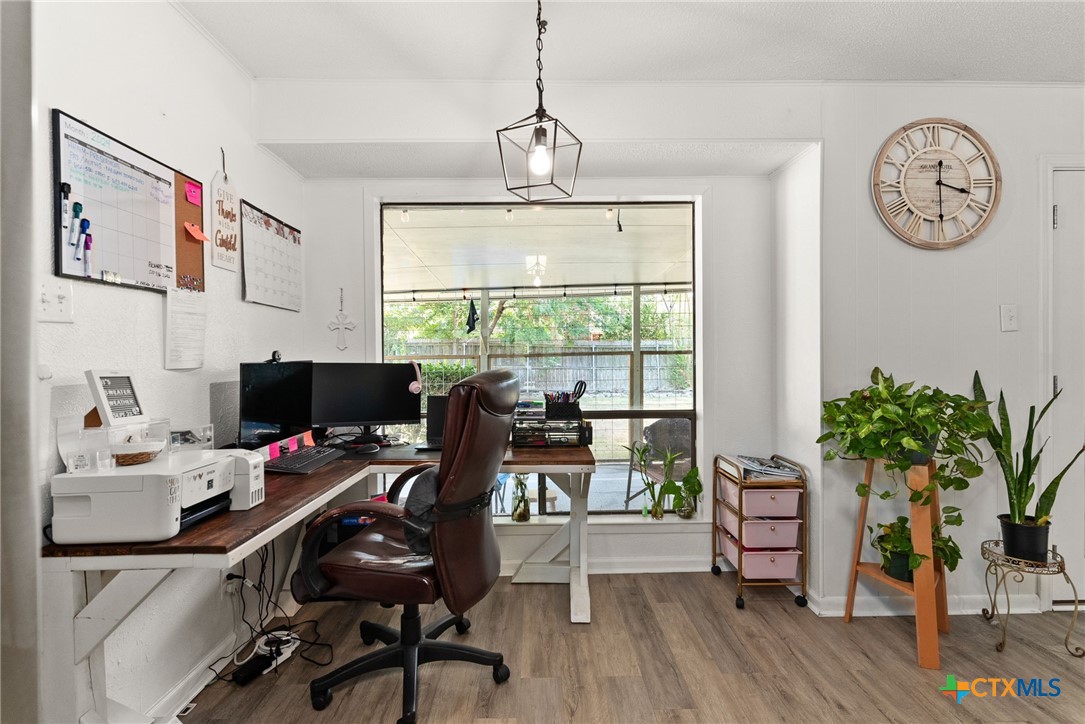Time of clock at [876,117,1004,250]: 3:29
